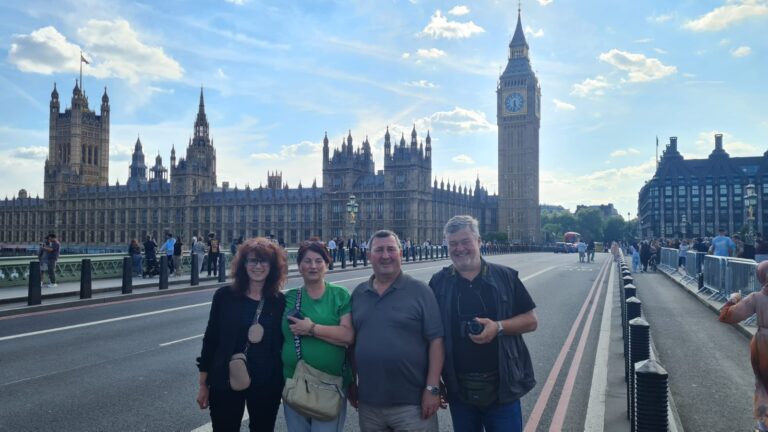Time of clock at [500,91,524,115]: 5:31
